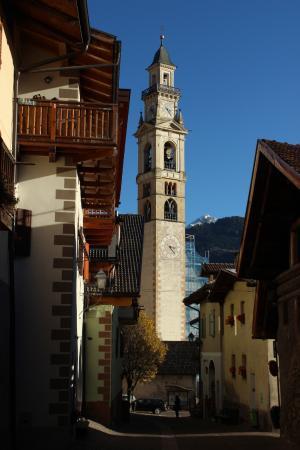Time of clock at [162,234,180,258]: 3:23
